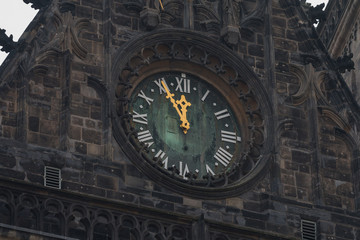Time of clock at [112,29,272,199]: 11:55
